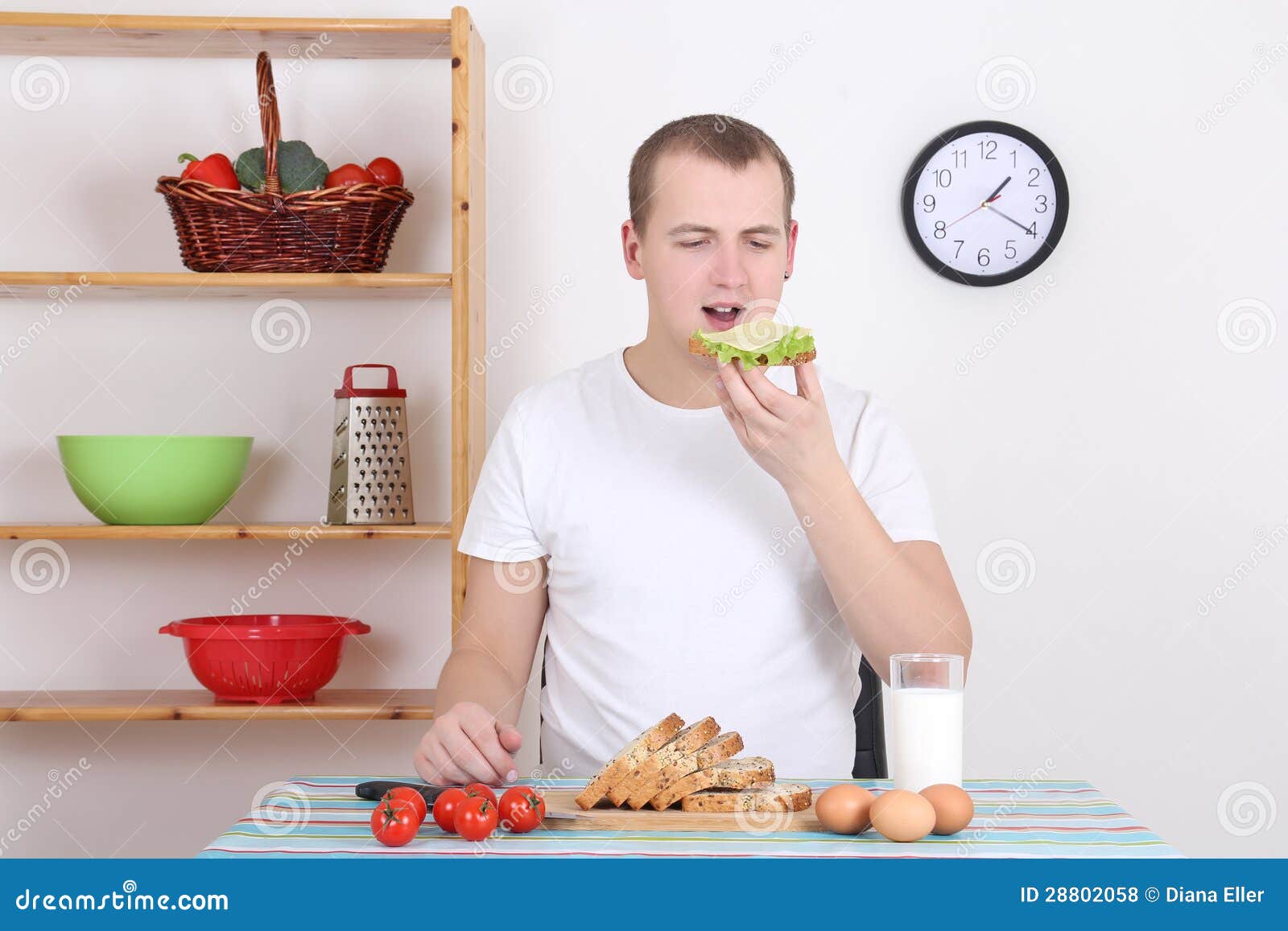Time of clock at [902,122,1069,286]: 1:20
